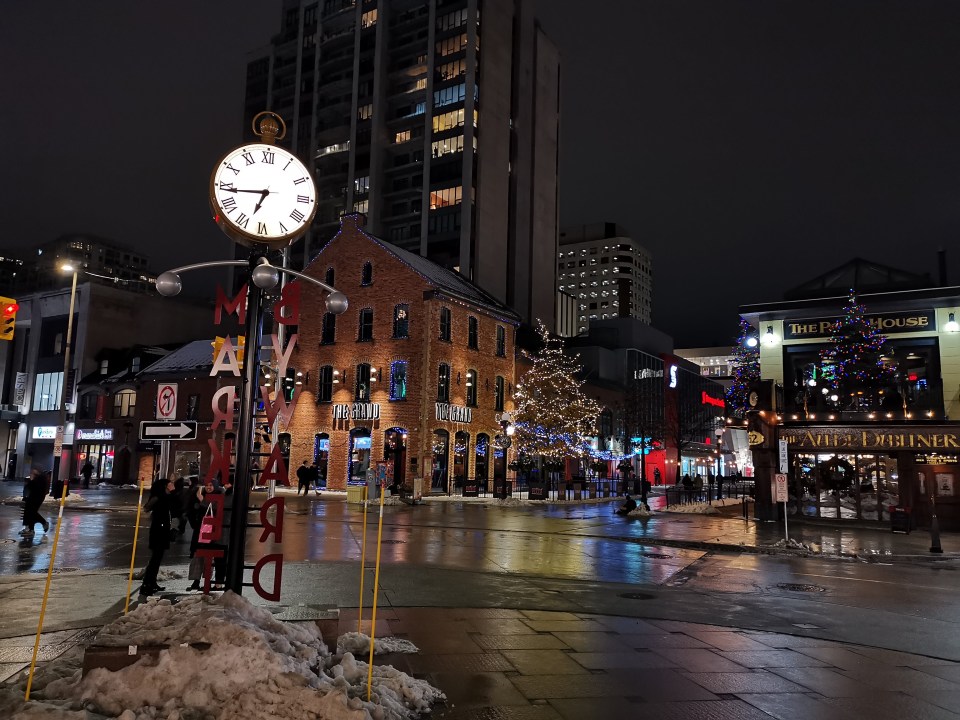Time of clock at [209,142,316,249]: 6:43
